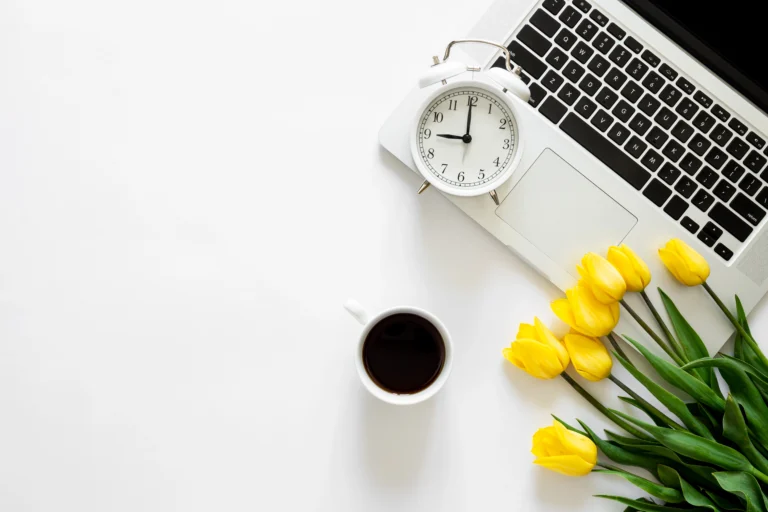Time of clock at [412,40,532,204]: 8:59
